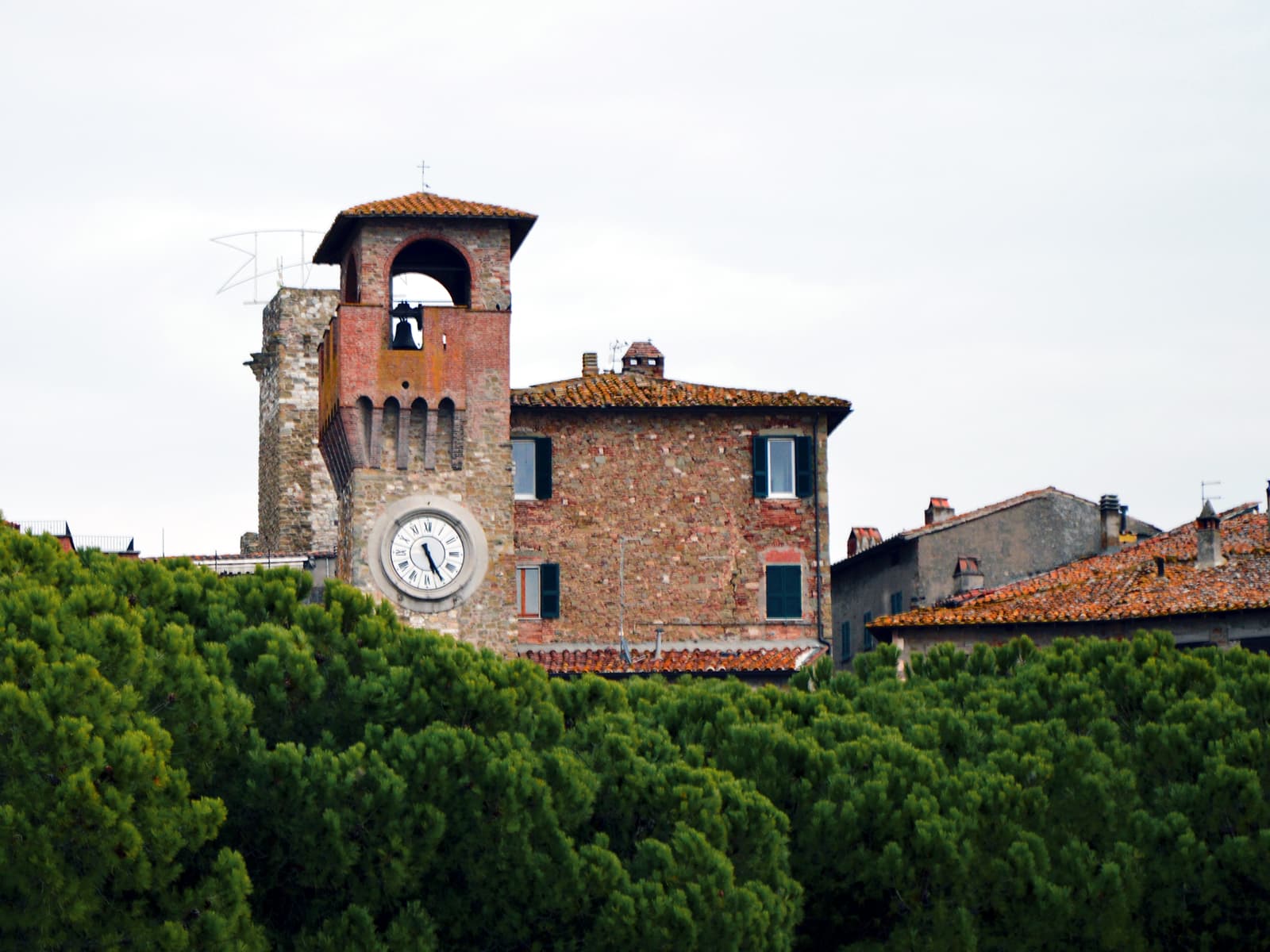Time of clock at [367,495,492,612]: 5:25
